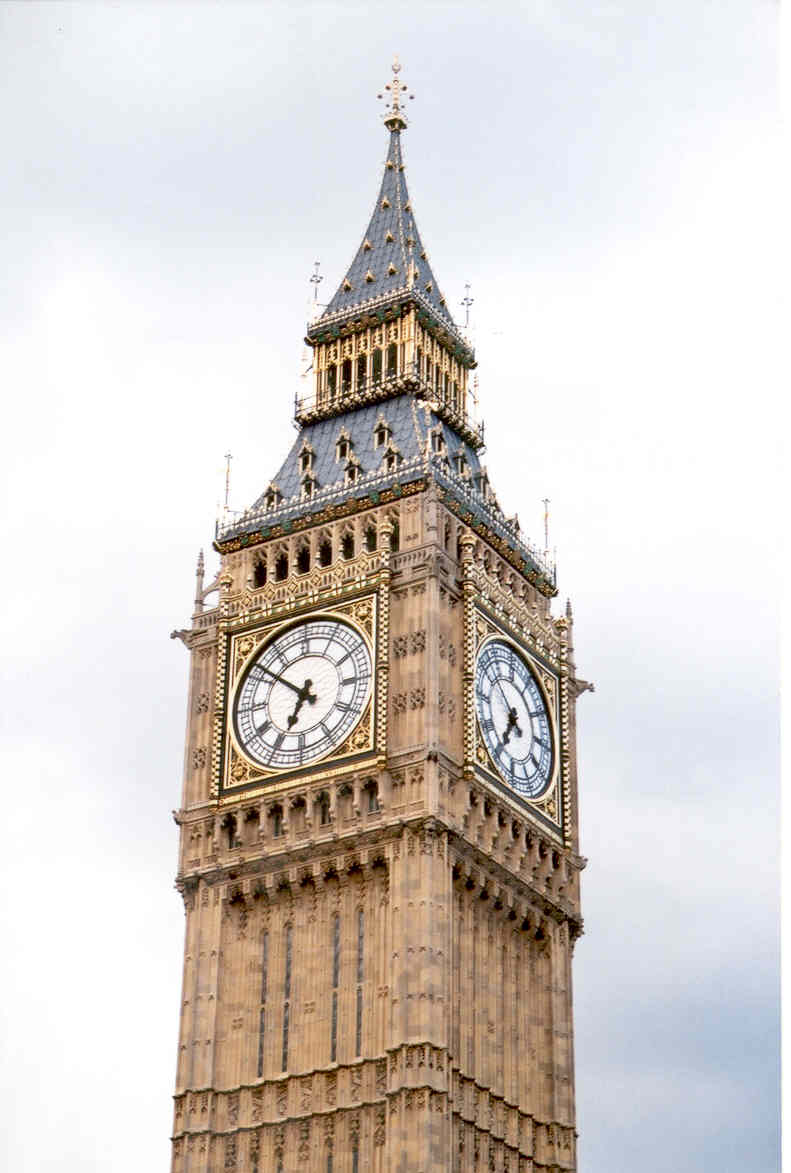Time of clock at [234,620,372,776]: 6:51
